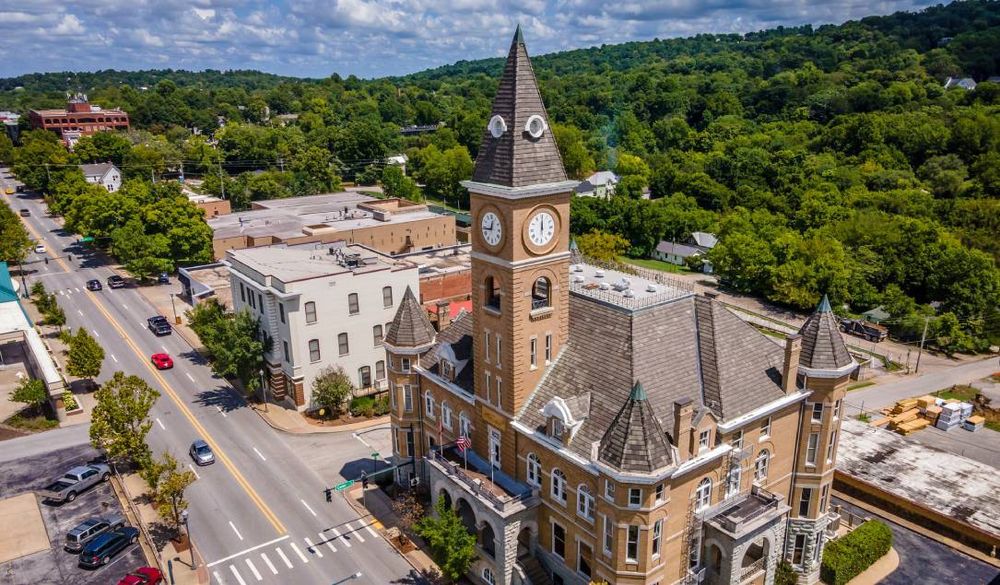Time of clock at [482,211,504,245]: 12:43
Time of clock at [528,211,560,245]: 12:00
